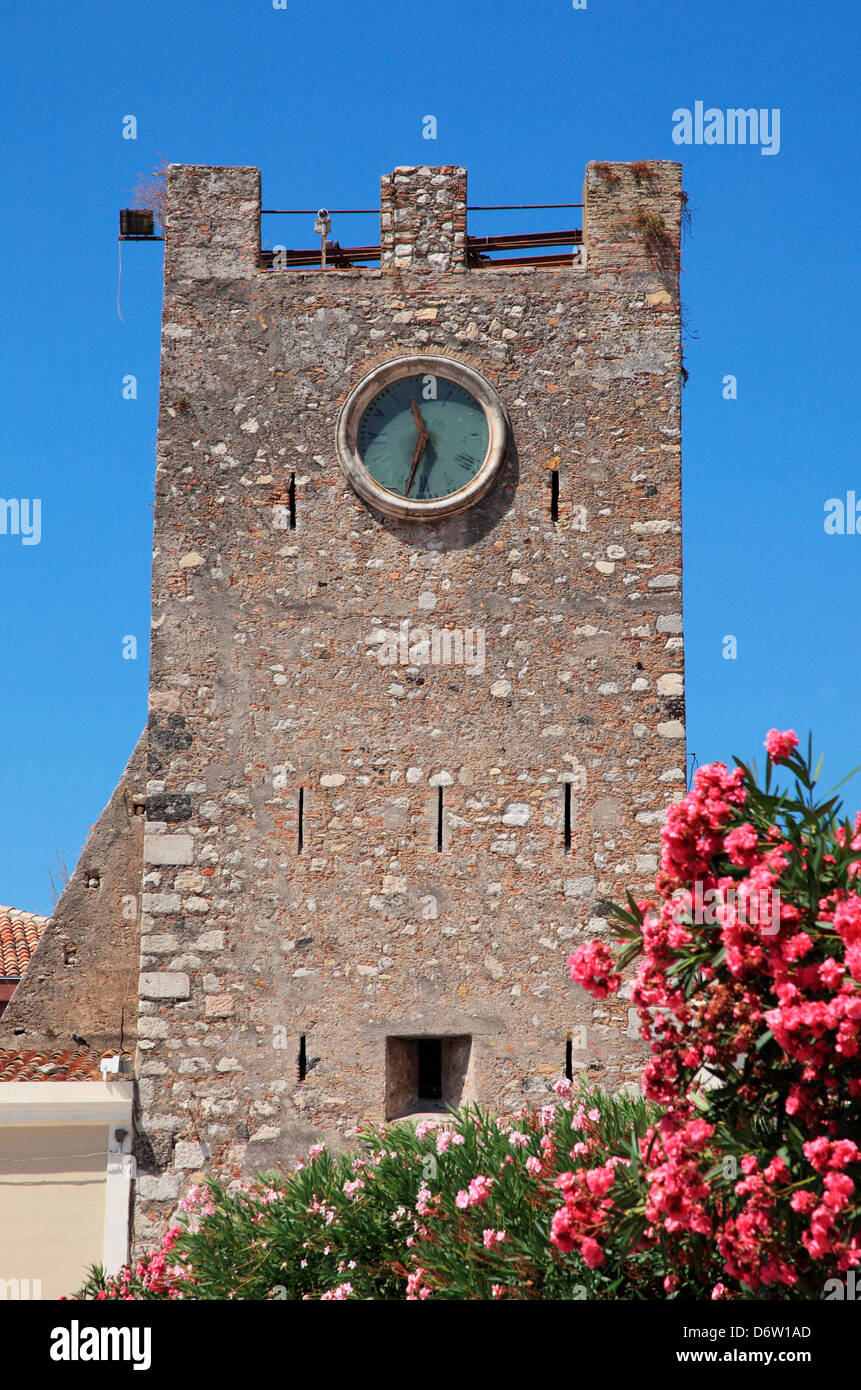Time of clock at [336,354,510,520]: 11:32
